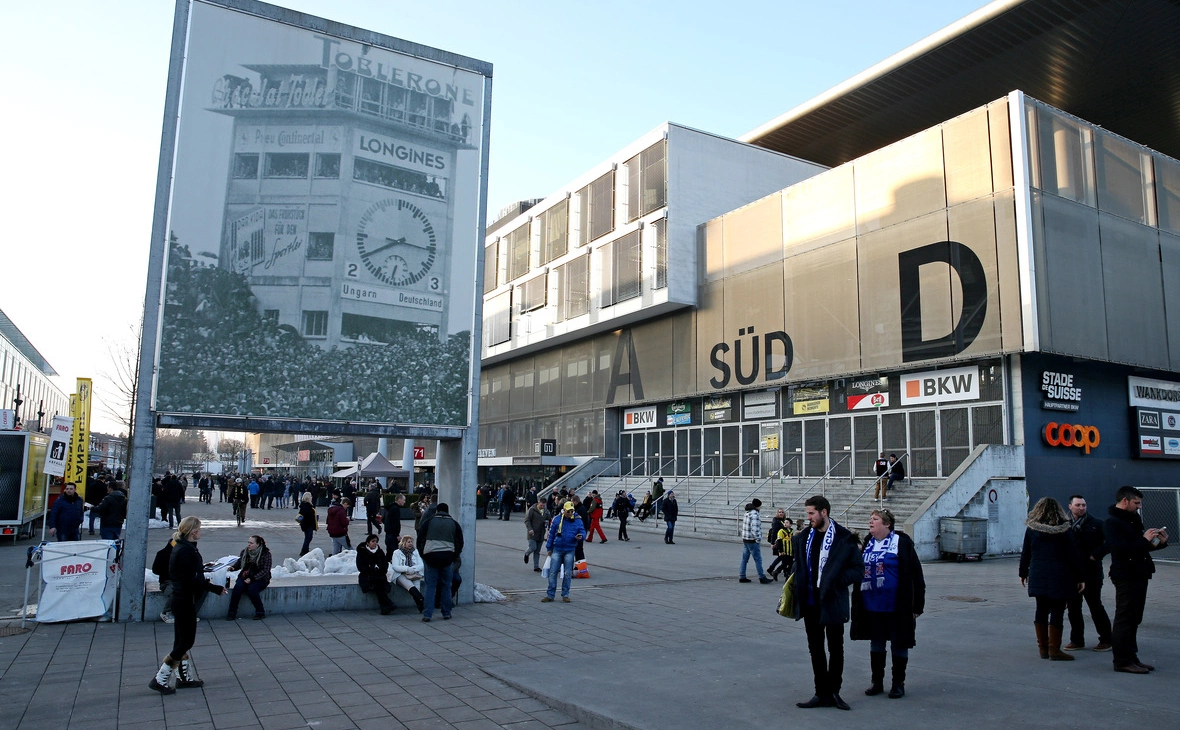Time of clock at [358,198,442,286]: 8:15
